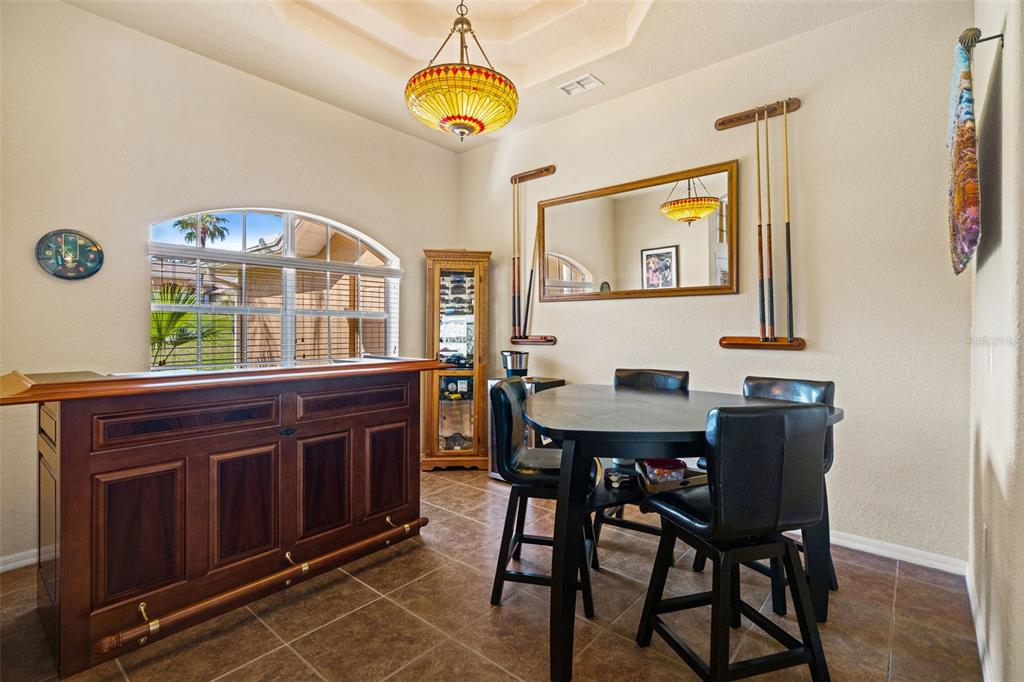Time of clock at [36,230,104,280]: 5:59
